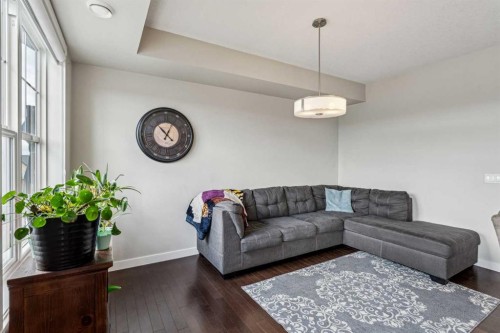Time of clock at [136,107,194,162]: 12:53
